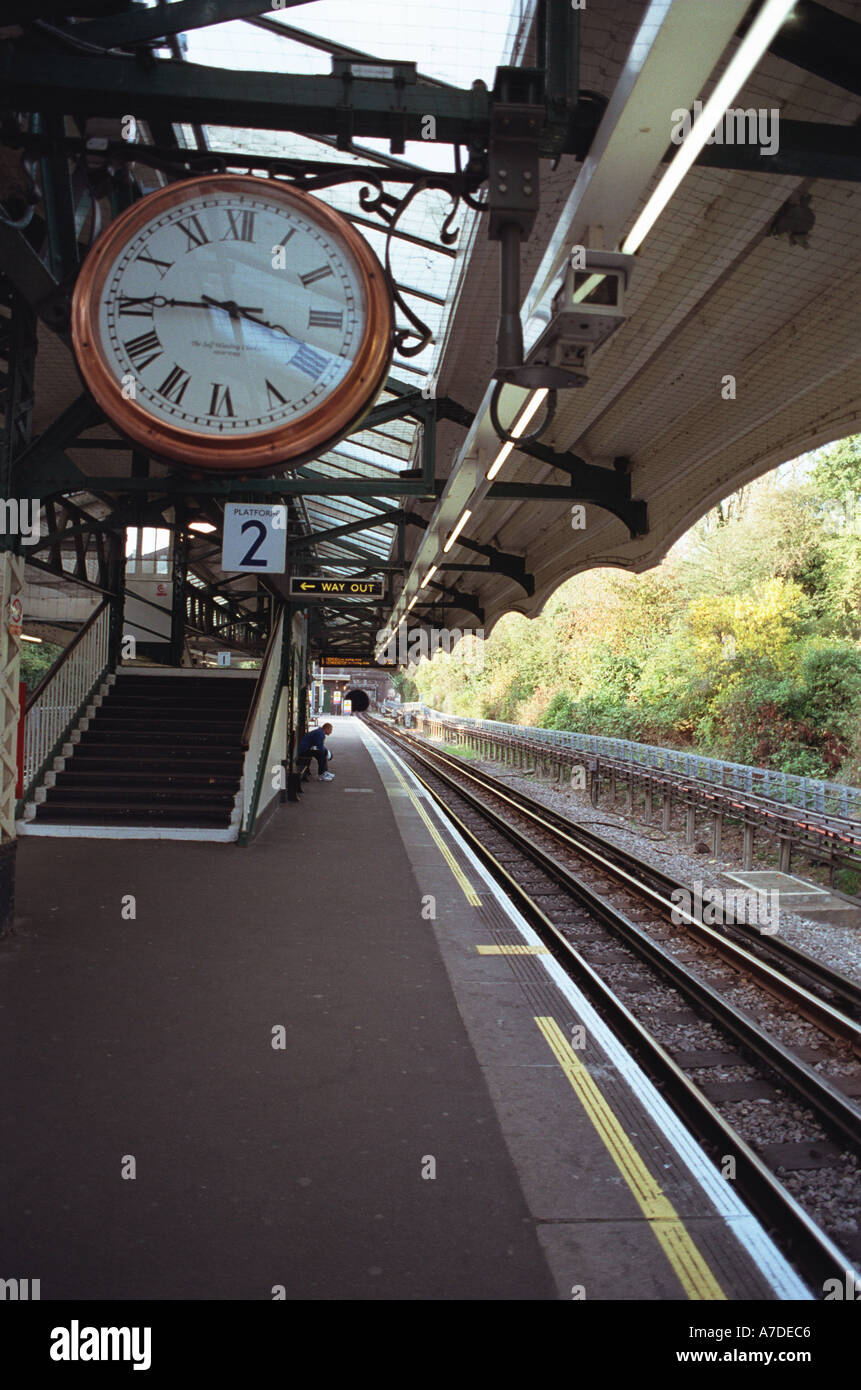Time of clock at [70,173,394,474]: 3:45
